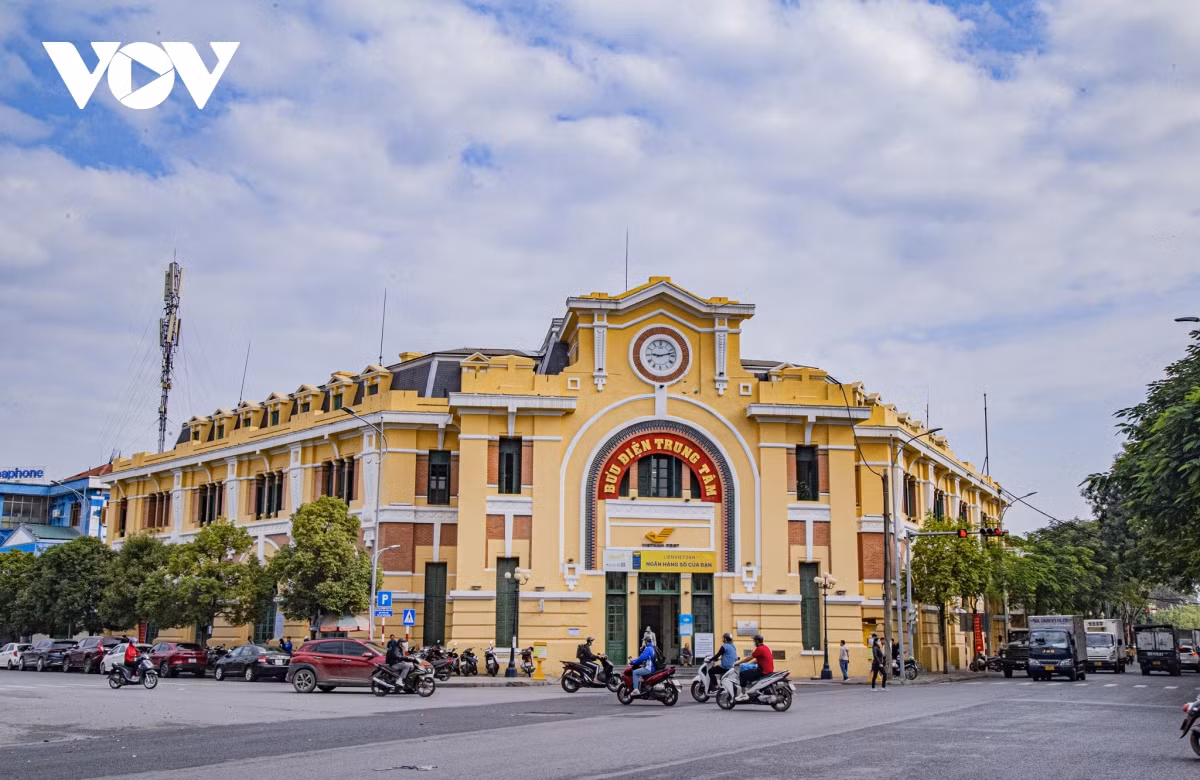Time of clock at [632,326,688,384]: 9:12
